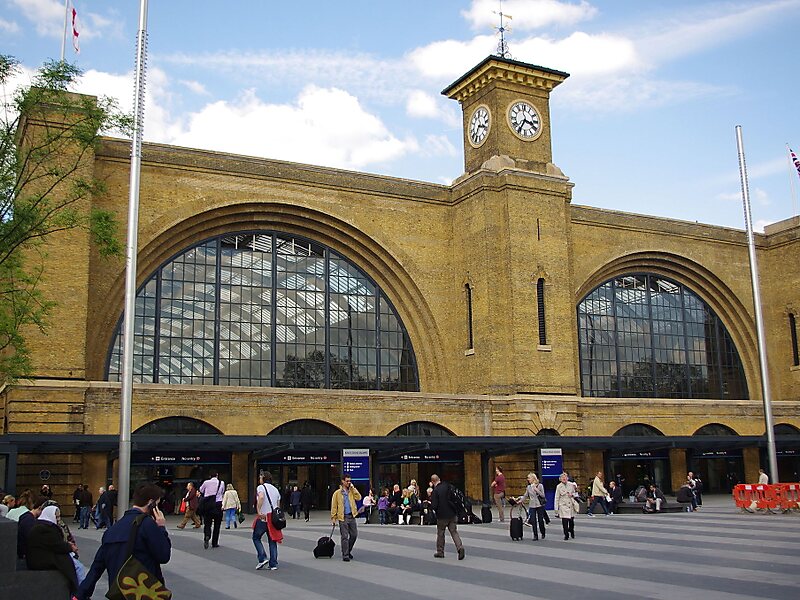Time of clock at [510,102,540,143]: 3:35
